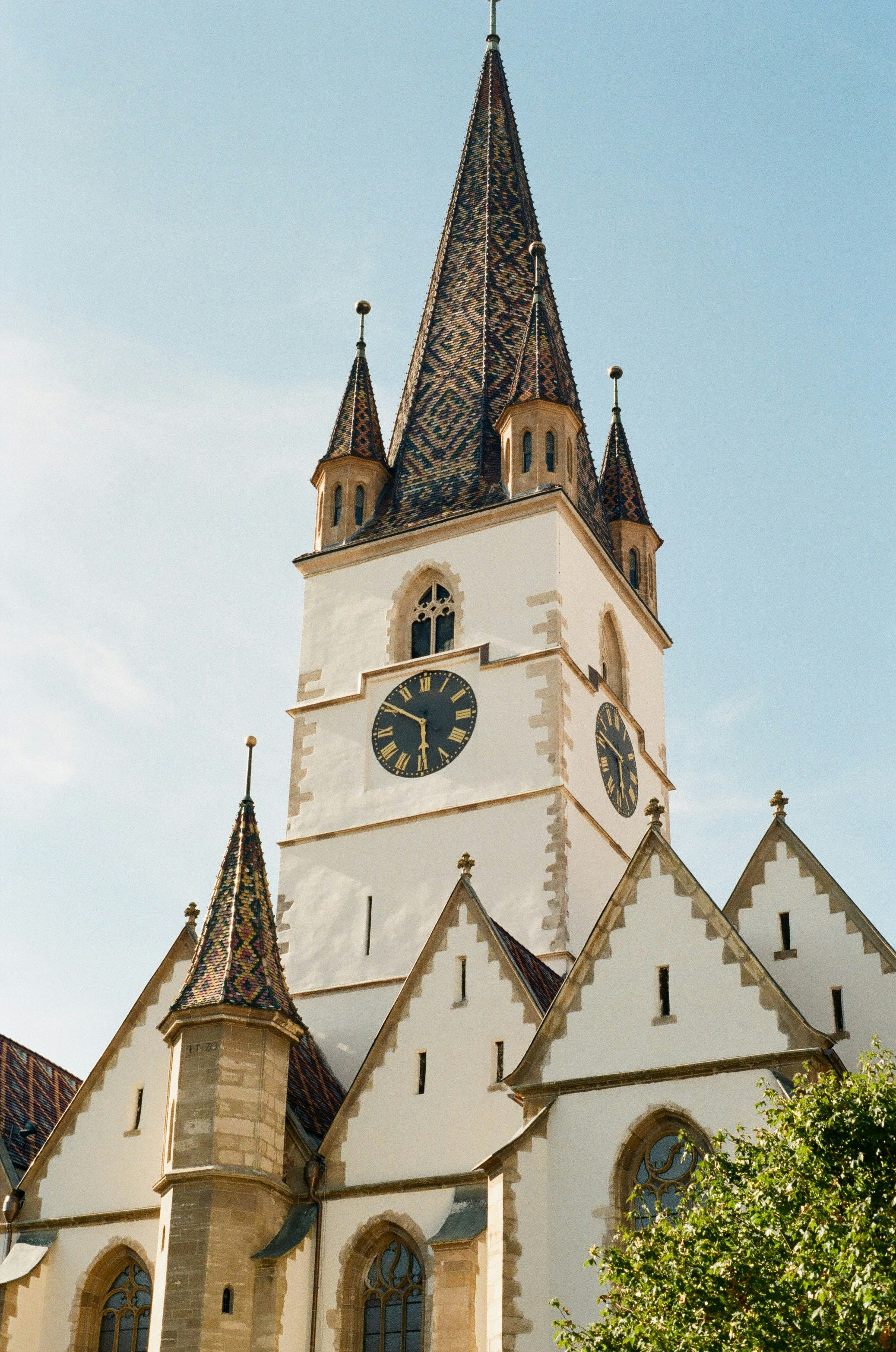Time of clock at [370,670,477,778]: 5:50
